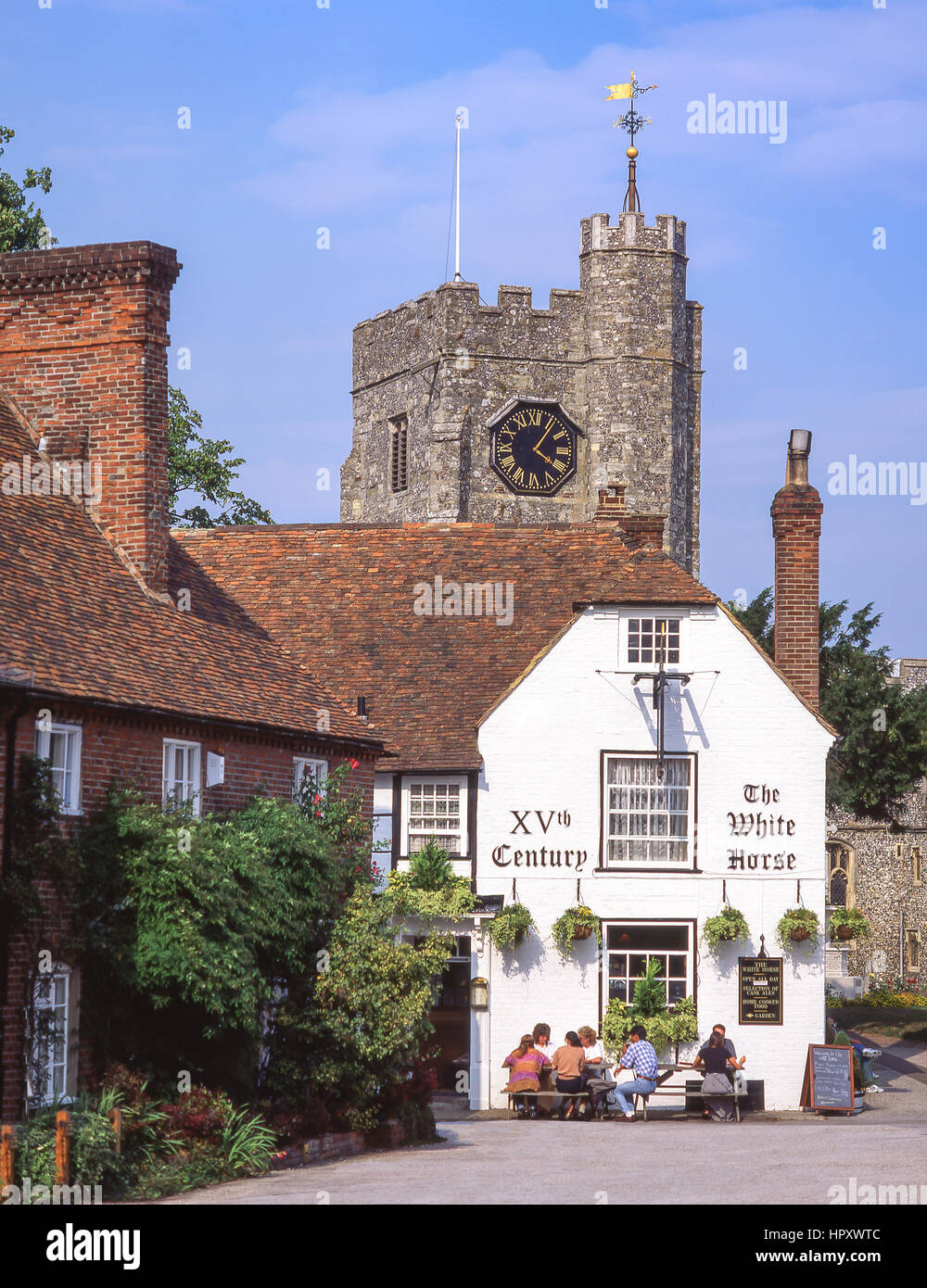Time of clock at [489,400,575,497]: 4:06
